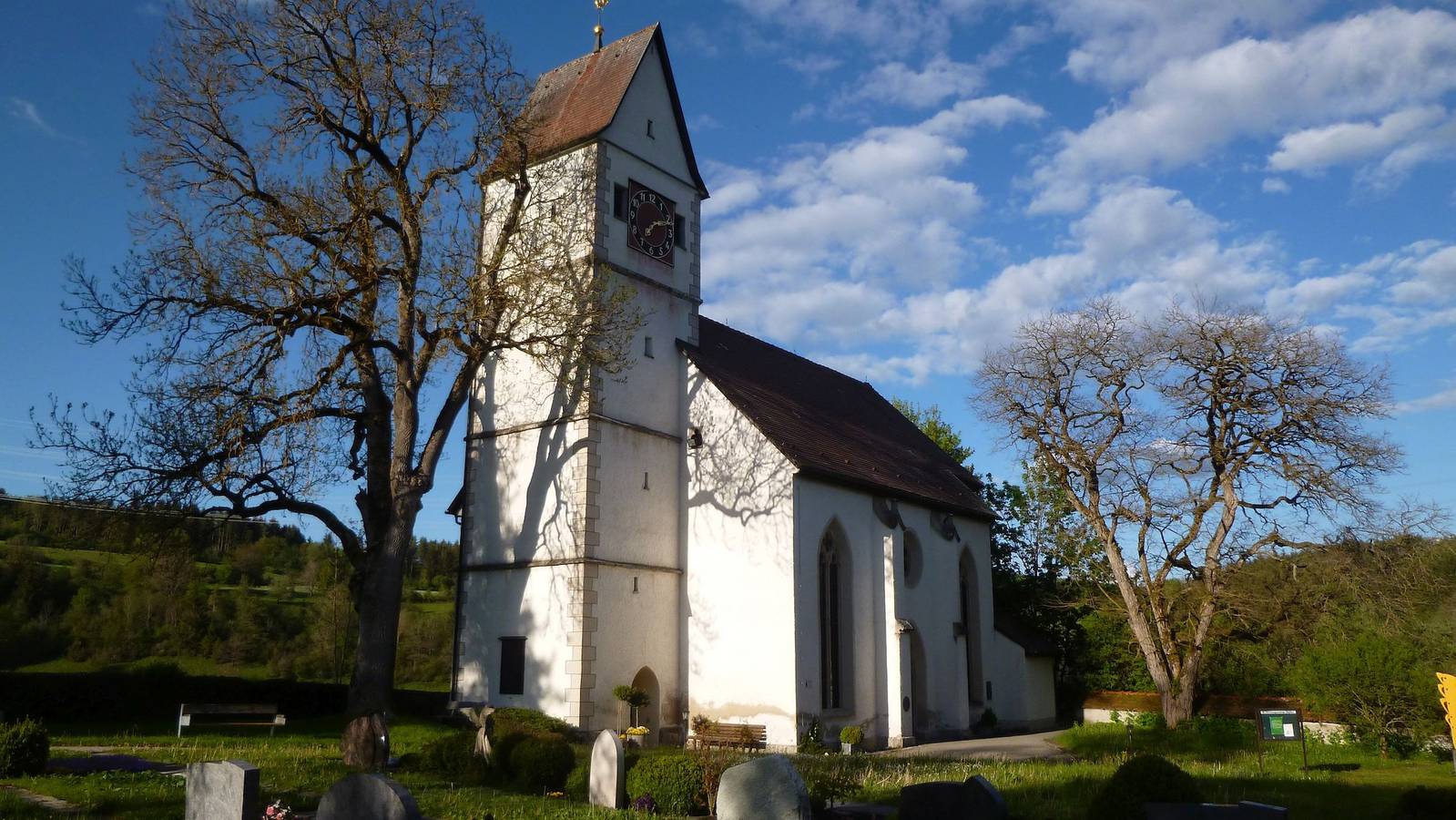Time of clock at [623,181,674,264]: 7:11
